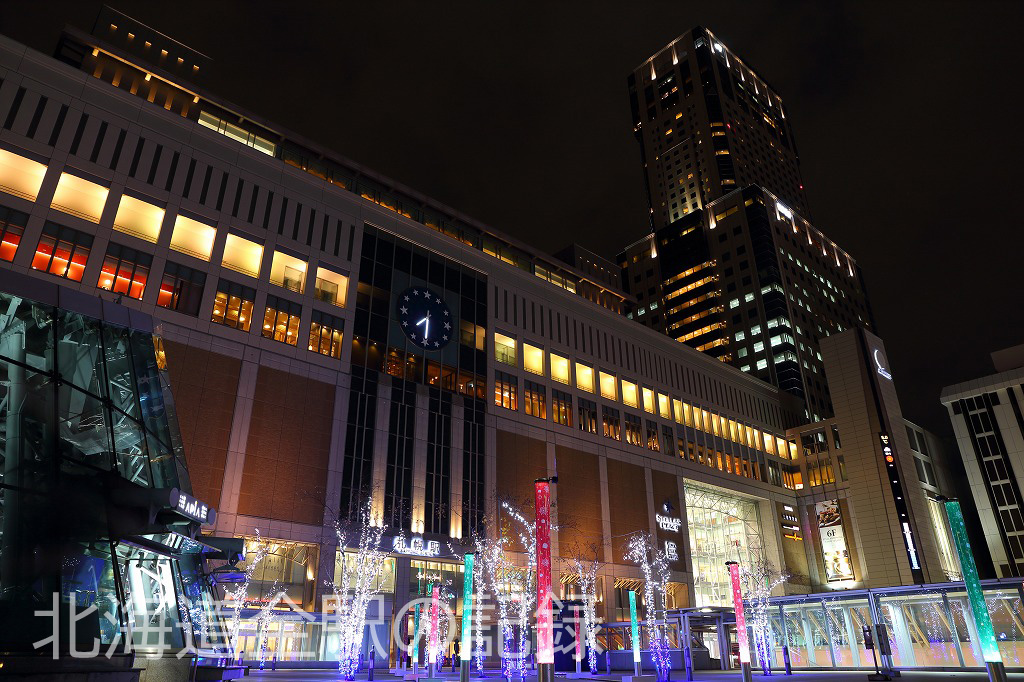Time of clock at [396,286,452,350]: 7:30
